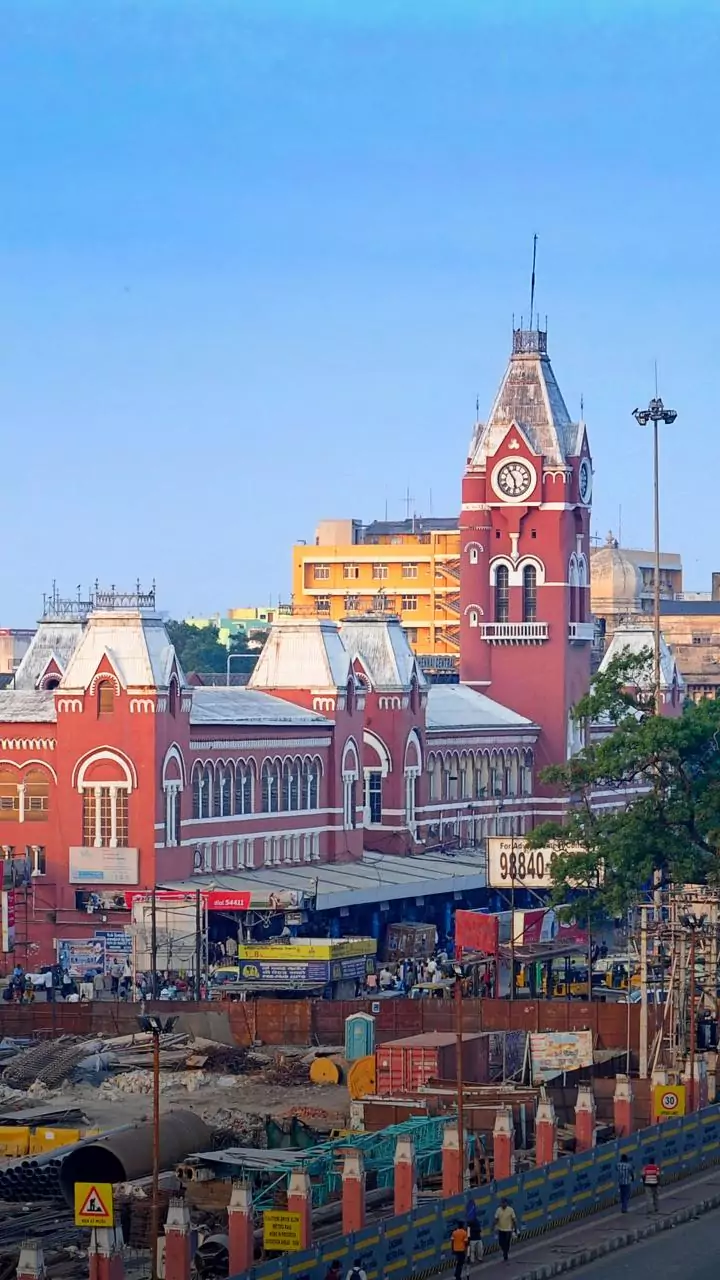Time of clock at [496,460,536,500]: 5:54
